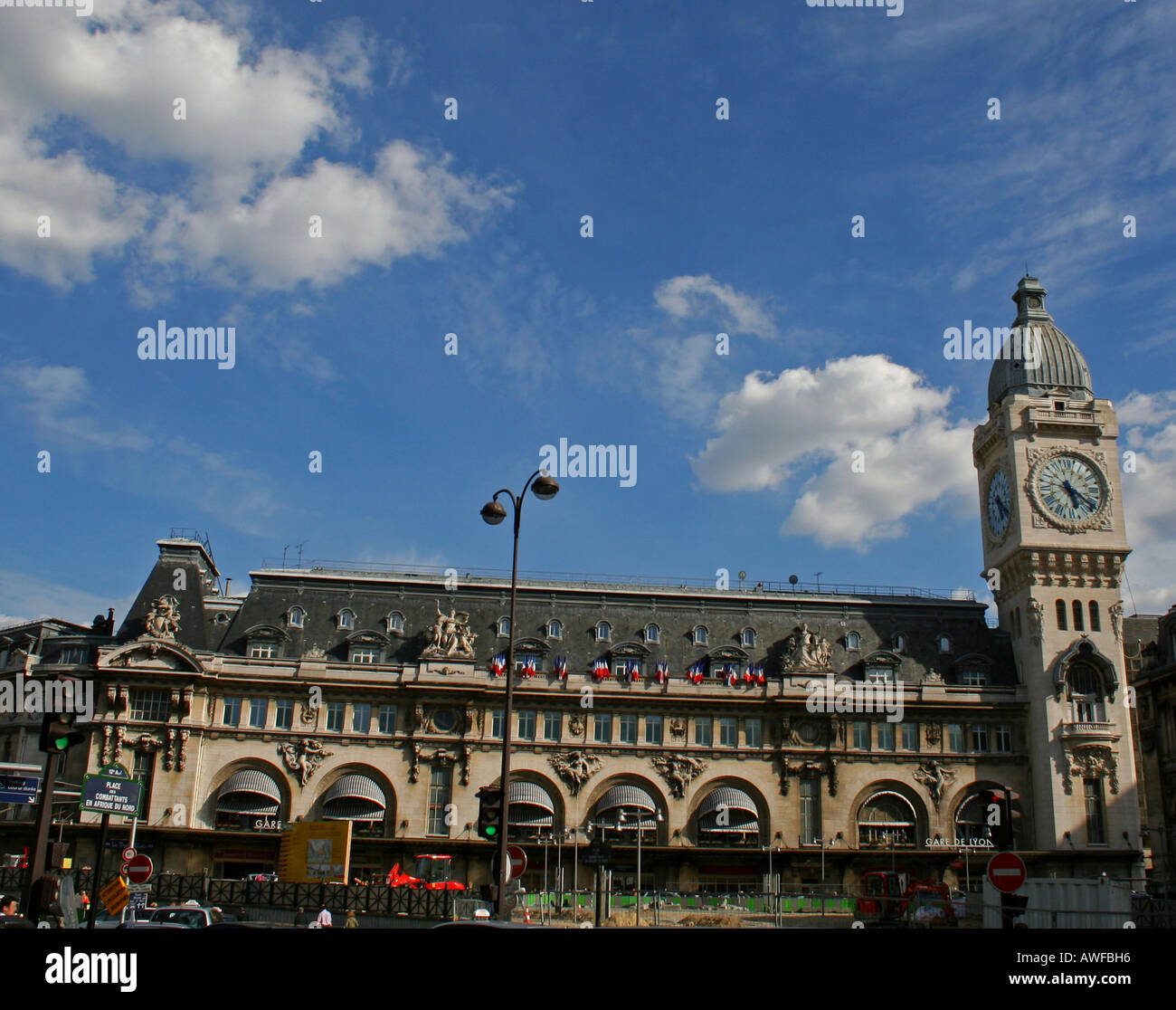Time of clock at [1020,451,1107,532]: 5:20
